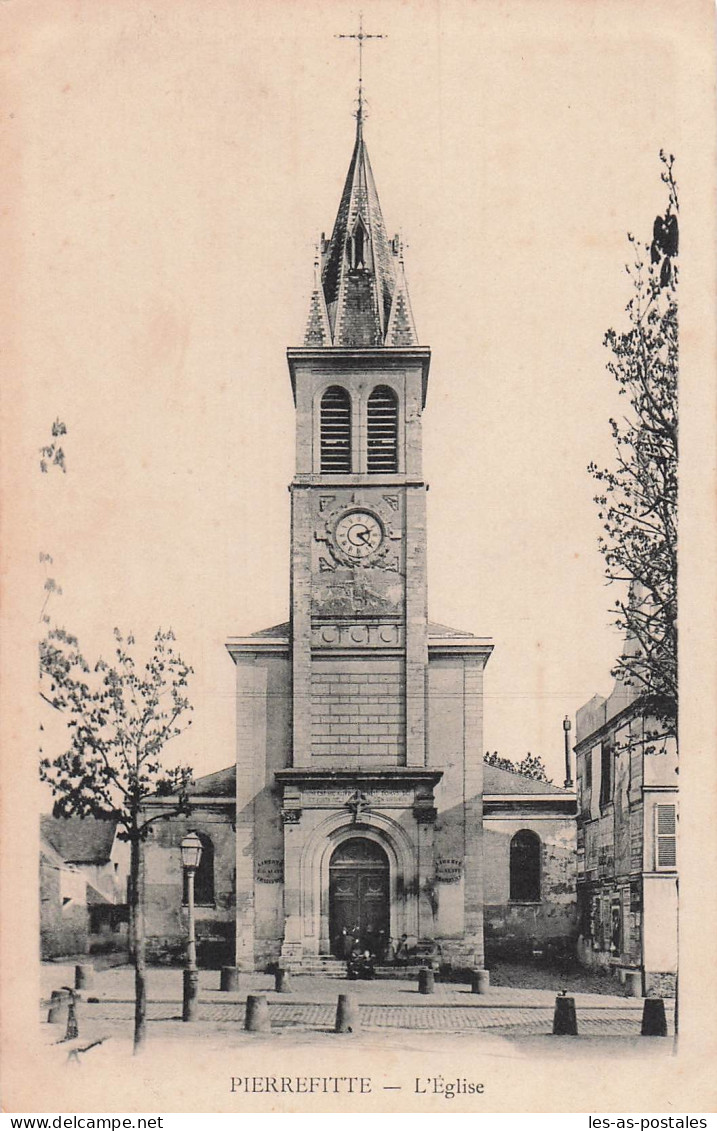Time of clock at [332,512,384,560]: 2:22
